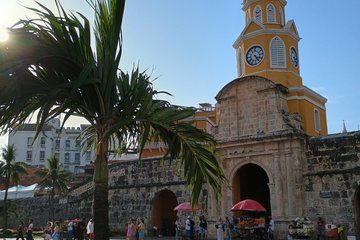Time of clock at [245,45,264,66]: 4:23
